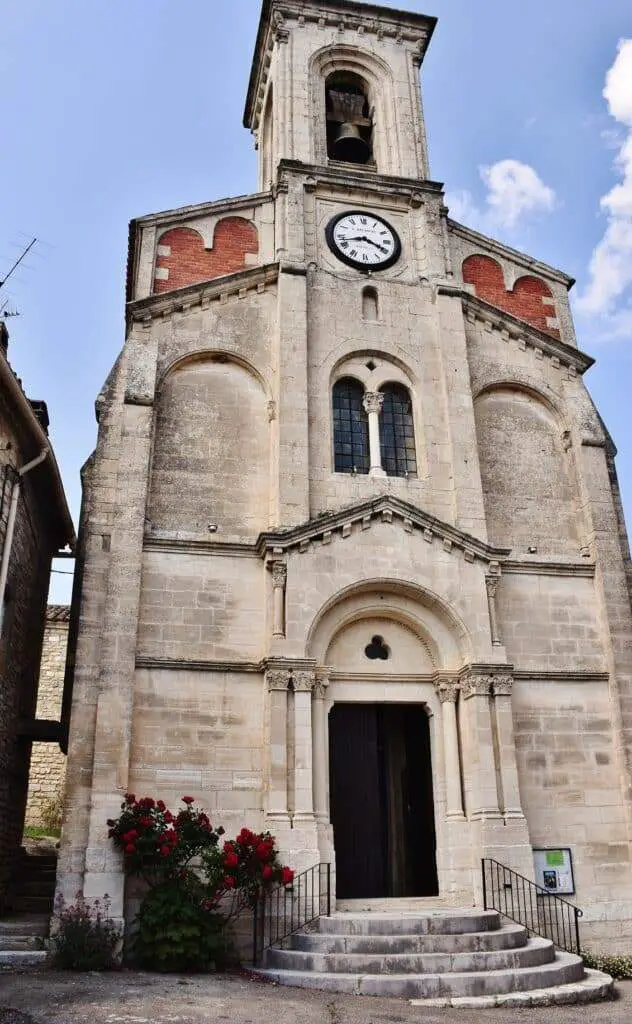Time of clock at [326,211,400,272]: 3:42
